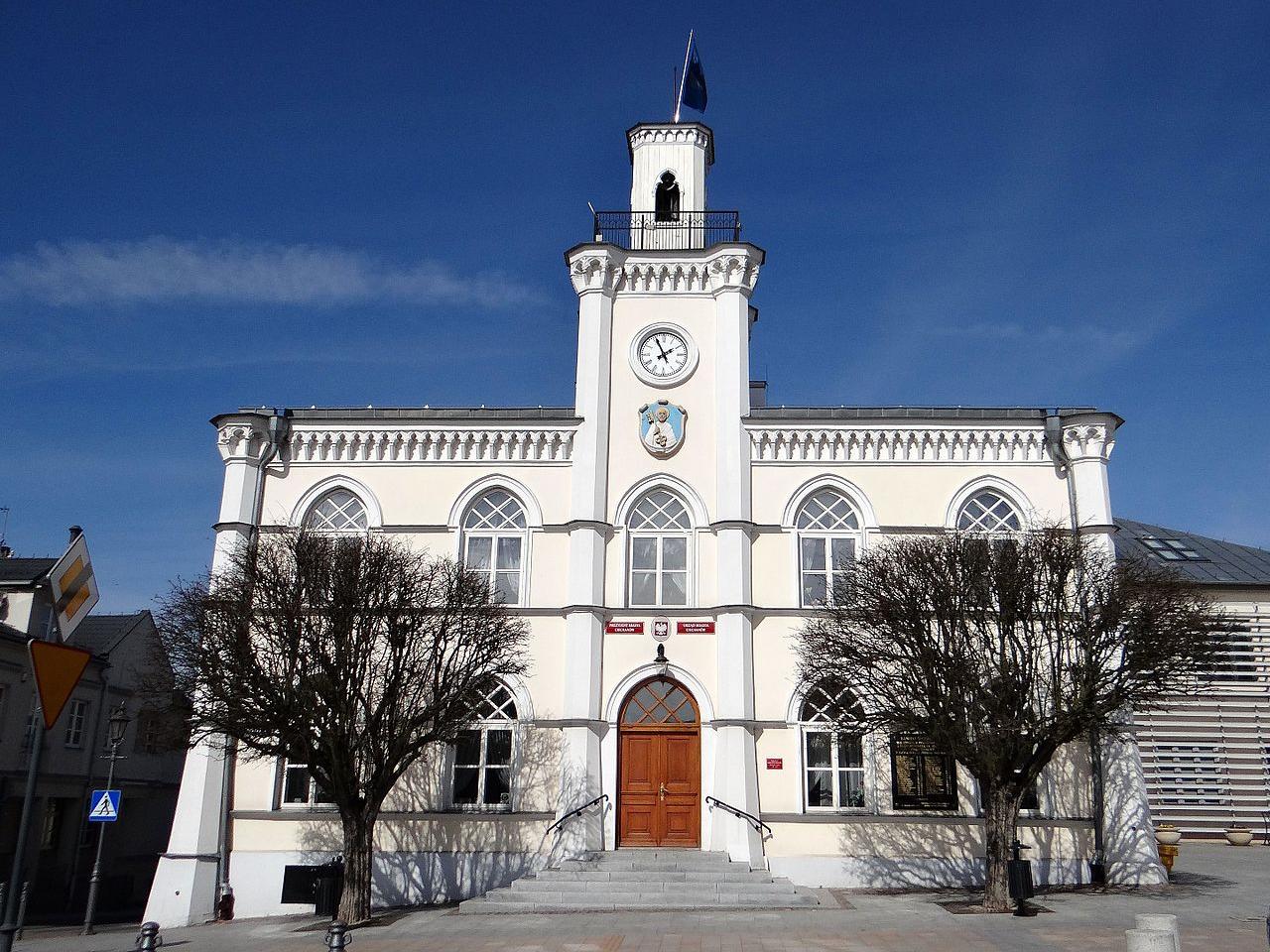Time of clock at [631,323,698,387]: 1:56
